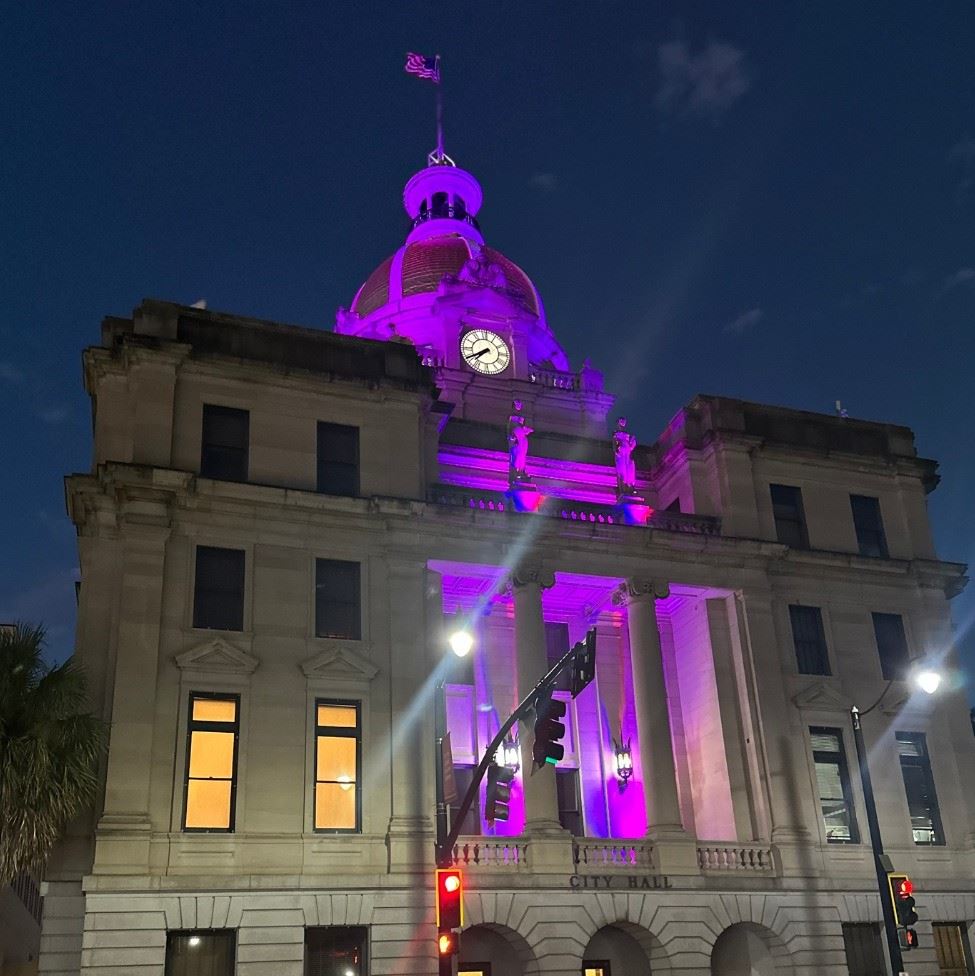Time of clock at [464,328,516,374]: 7:40
